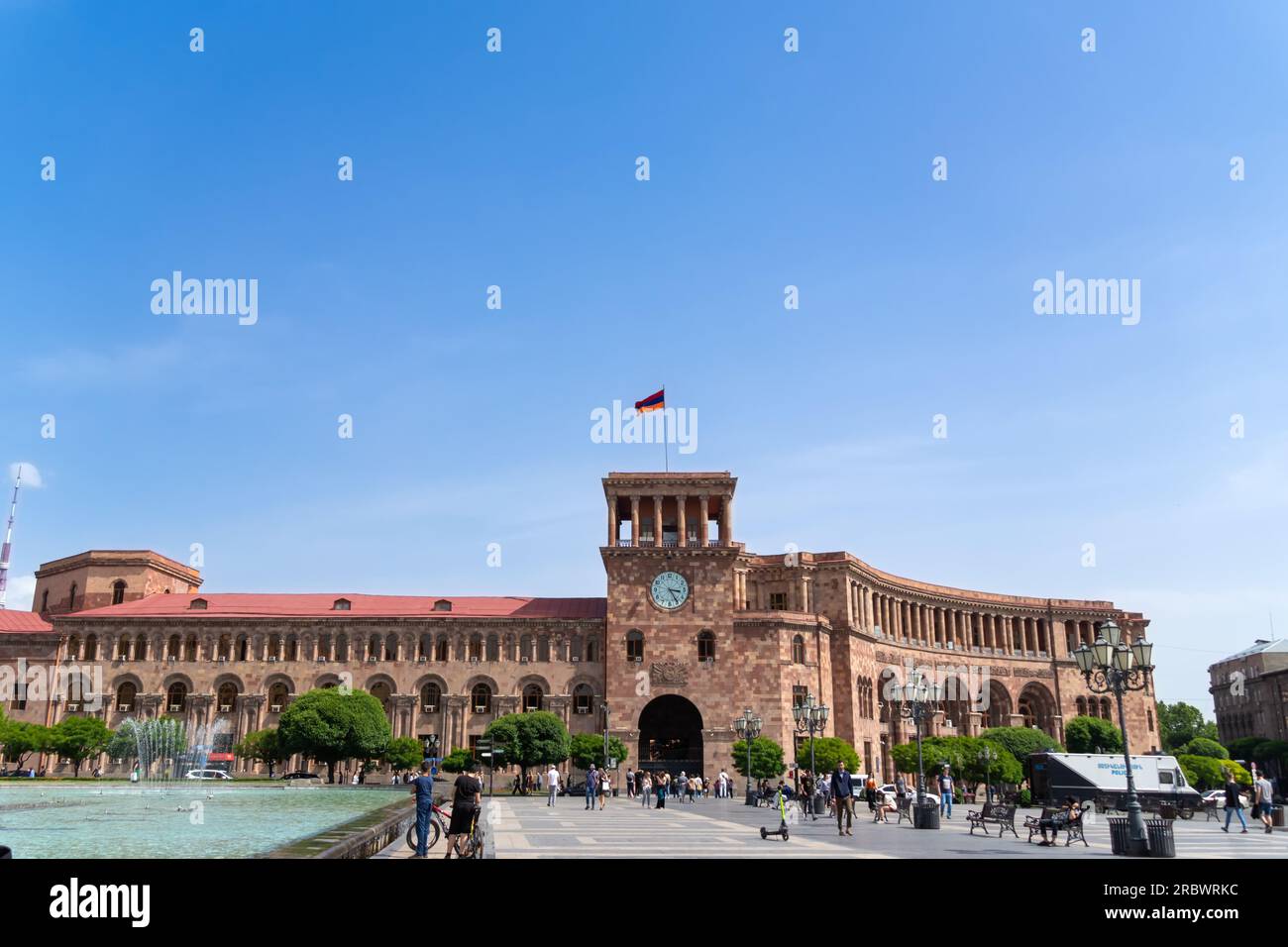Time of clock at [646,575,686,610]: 3:24
